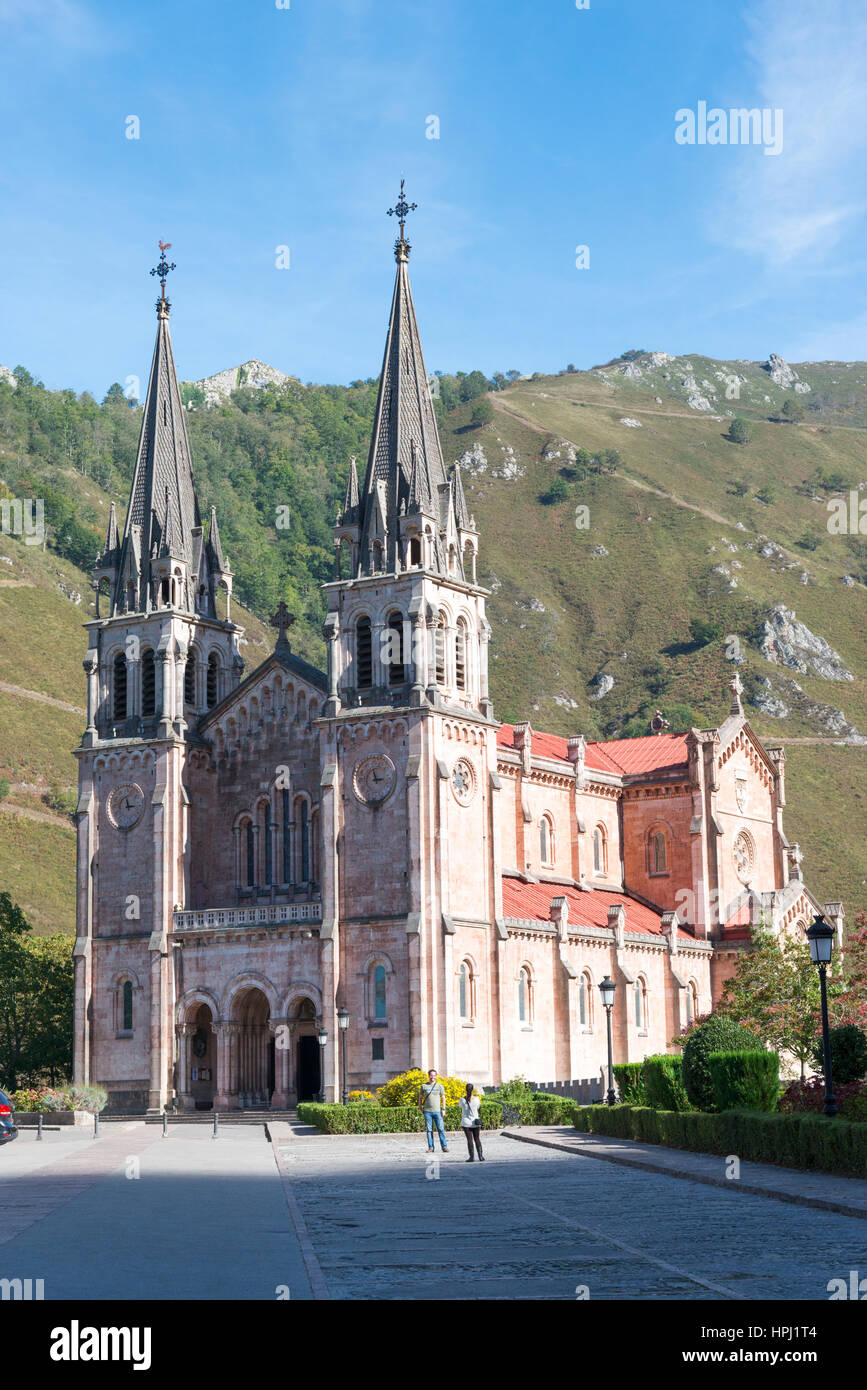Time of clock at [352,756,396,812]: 2:56
